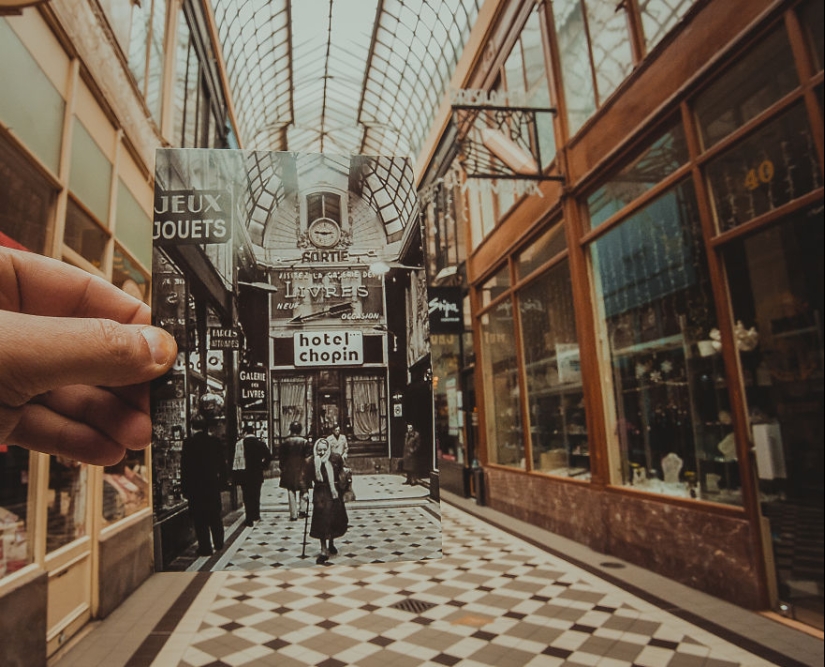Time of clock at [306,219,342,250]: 2:46
